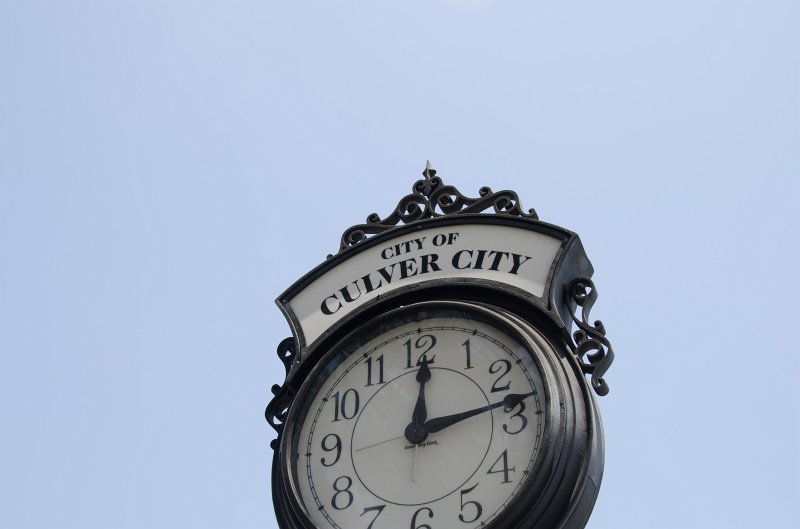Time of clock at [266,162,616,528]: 12:13
